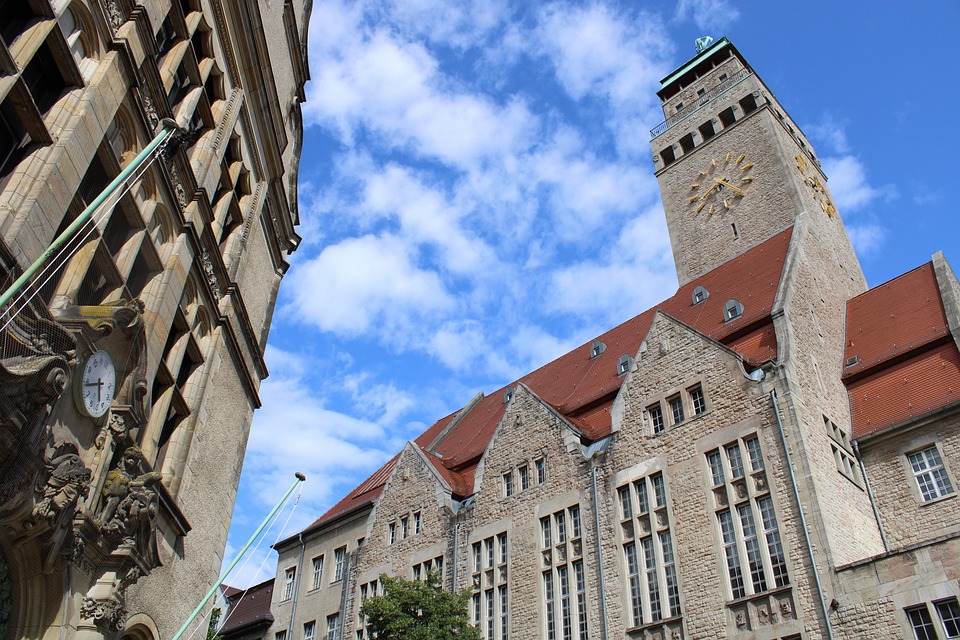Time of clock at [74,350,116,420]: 5:44
